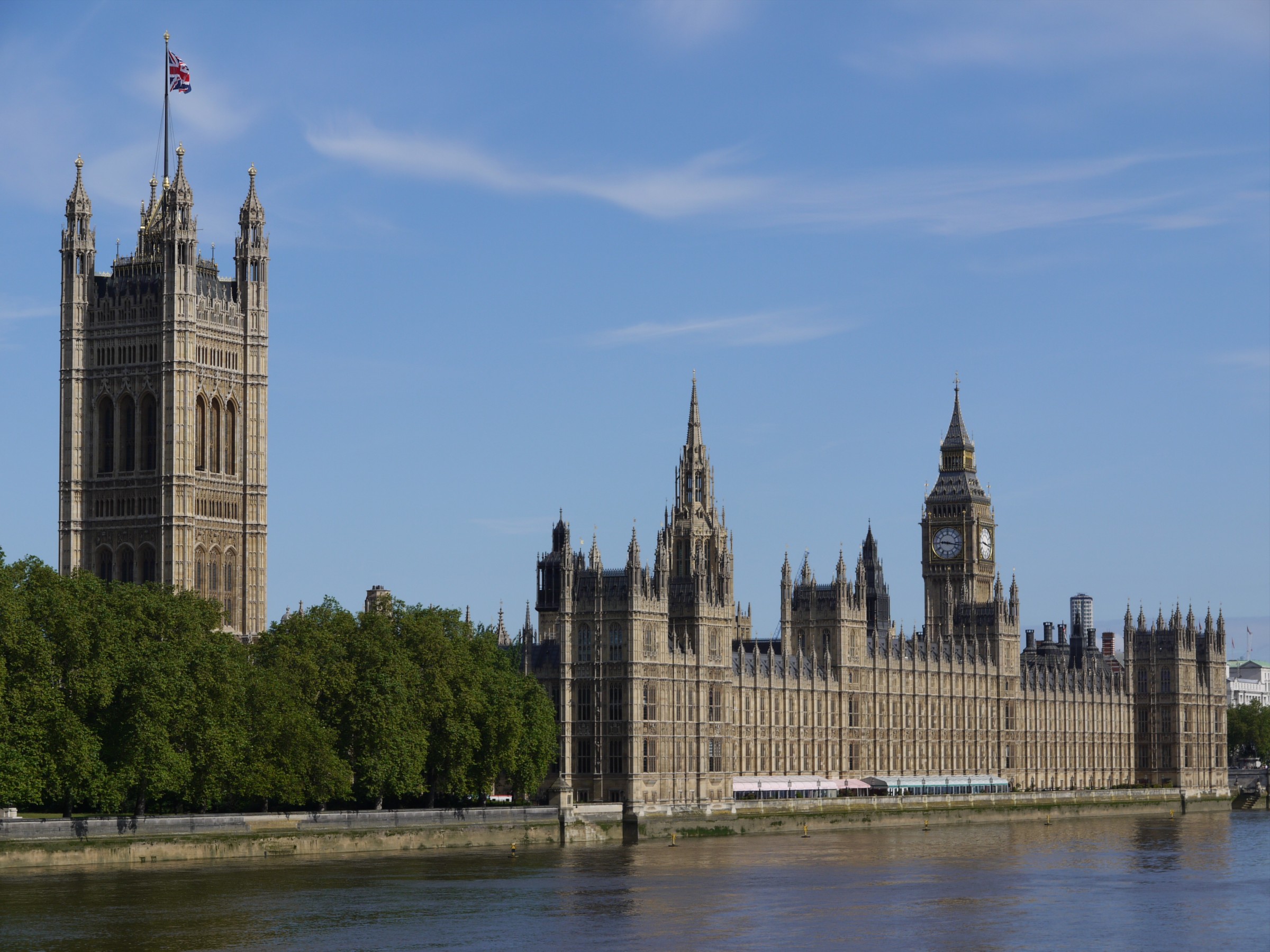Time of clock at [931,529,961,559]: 9:17
